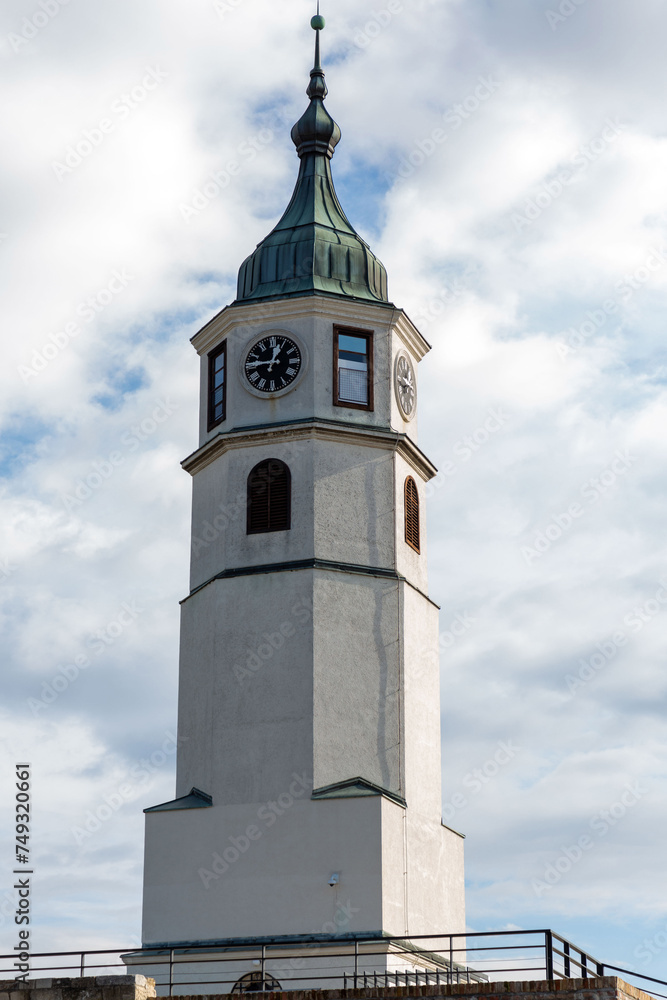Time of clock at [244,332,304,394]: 12:46
